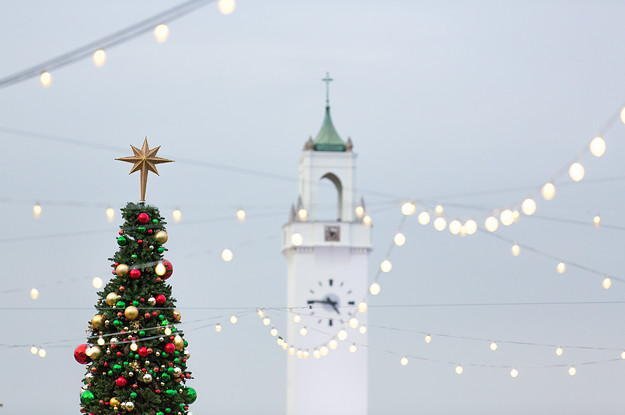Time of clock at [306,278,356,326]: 4:45
